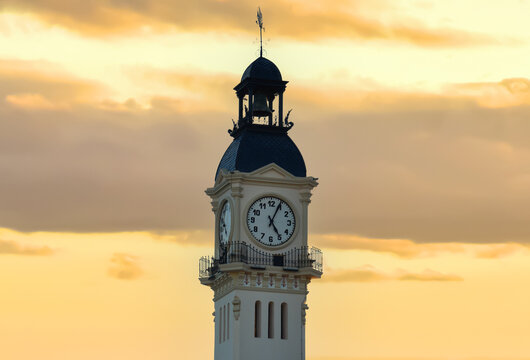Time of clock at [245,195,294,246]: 5:04
